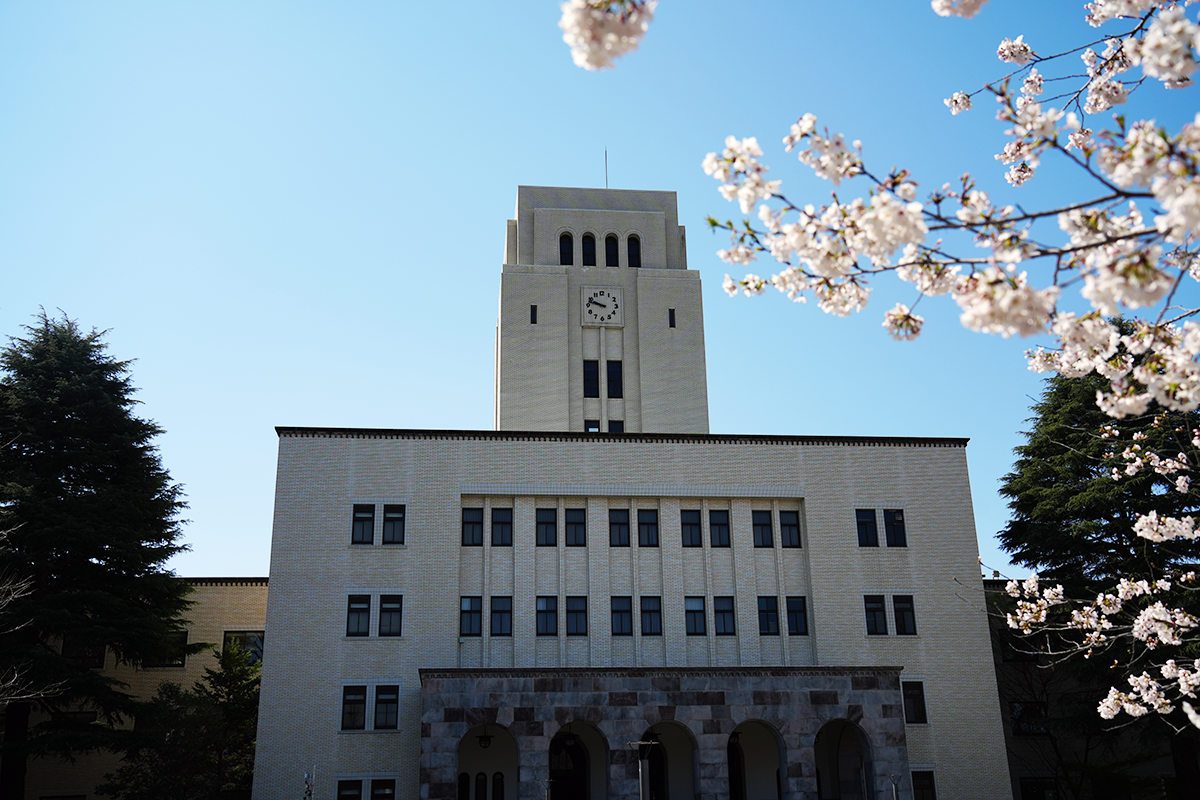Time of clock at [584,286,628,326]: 9:47
